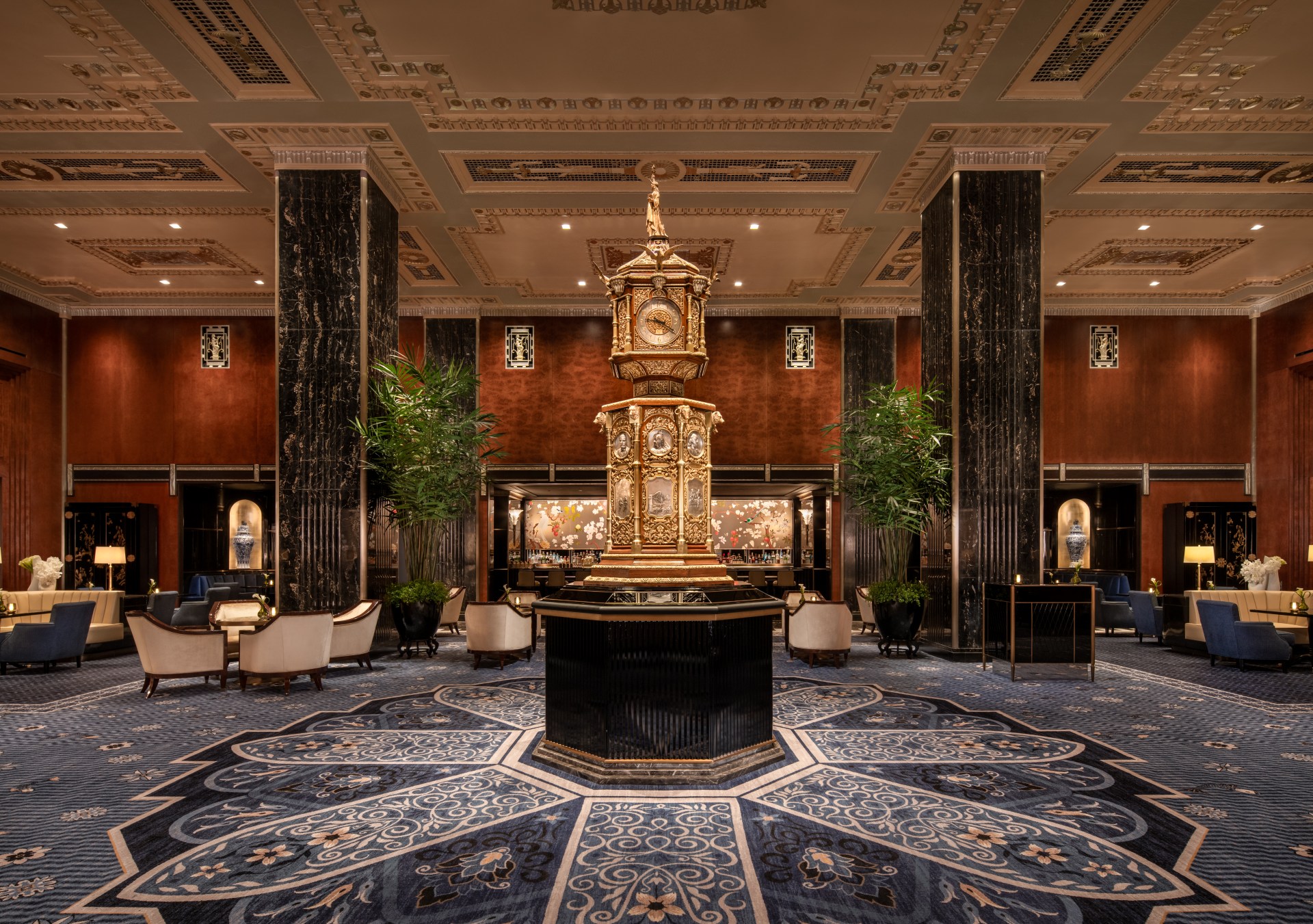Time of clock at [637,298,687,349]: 9:20
